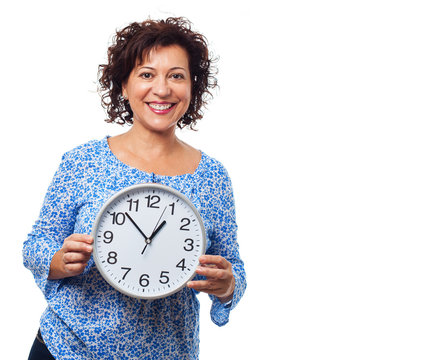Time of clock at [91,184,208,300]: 12:52
